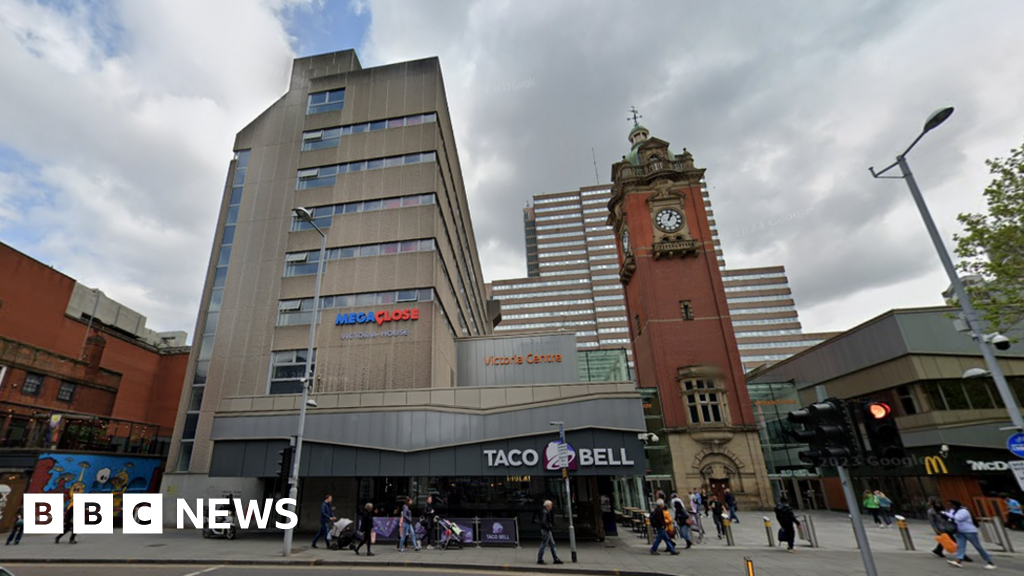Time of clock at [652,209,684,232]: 1:03
